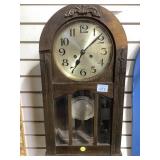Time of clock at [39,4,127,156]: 7:08
